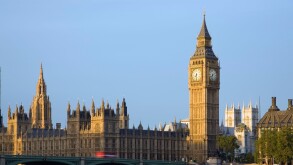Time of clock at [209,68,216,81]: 7:32
